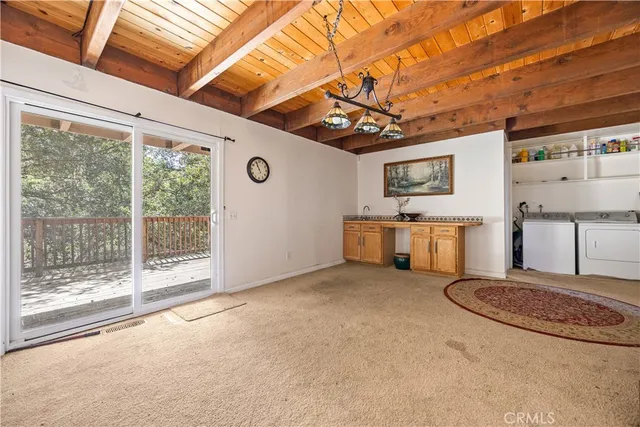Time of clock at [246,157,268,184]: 10:56
